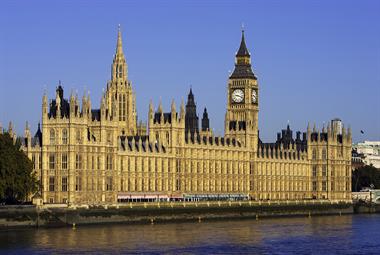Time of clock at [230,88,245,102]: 9:18
